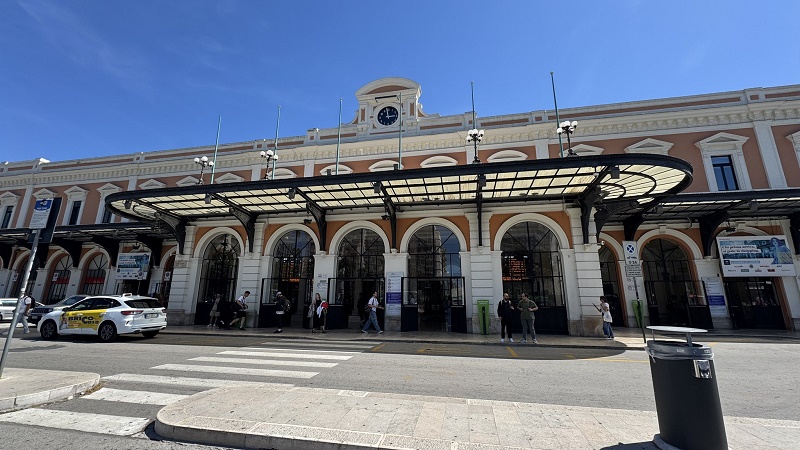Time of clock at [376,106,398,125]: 2:58
